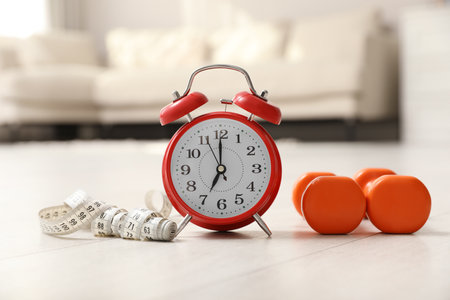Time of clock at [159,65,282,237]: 7:00
